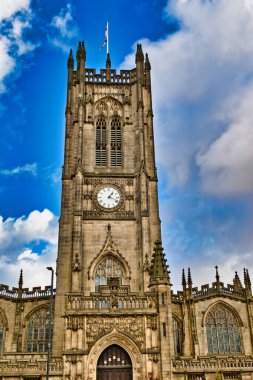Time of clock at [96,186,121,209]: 1:18
